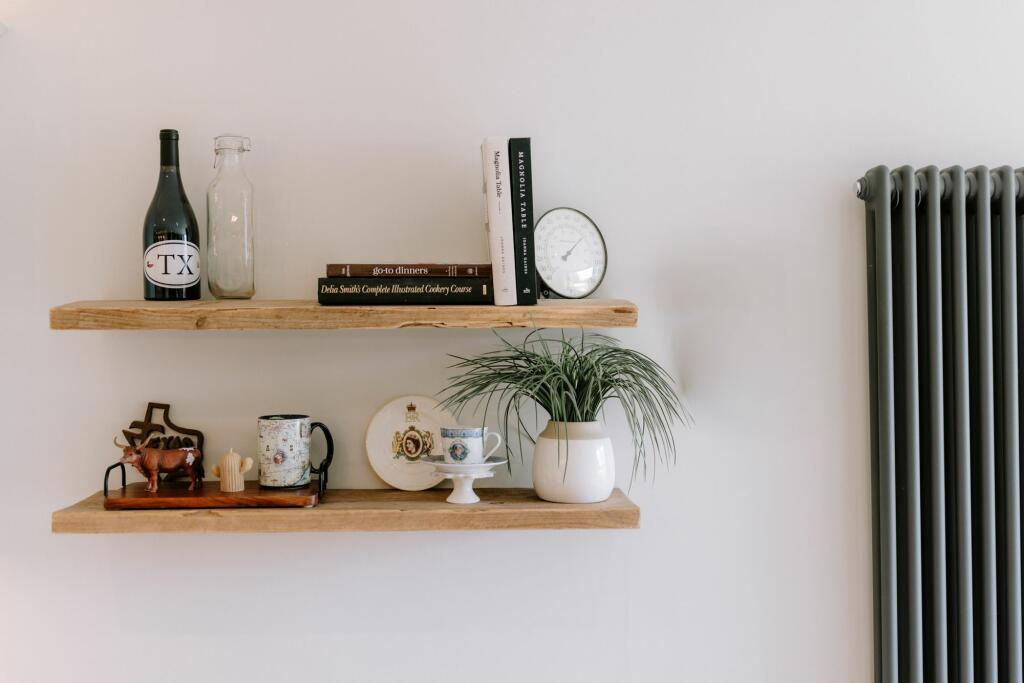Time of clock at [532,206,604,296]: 7:07
